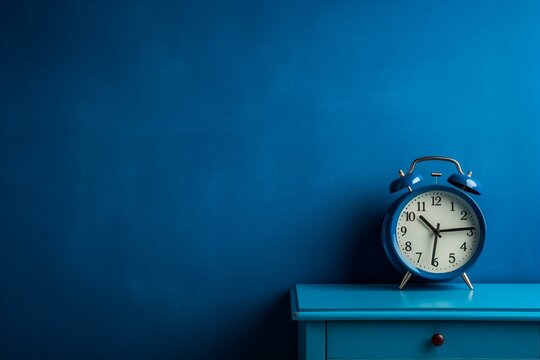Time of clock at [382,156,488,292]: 10:14
